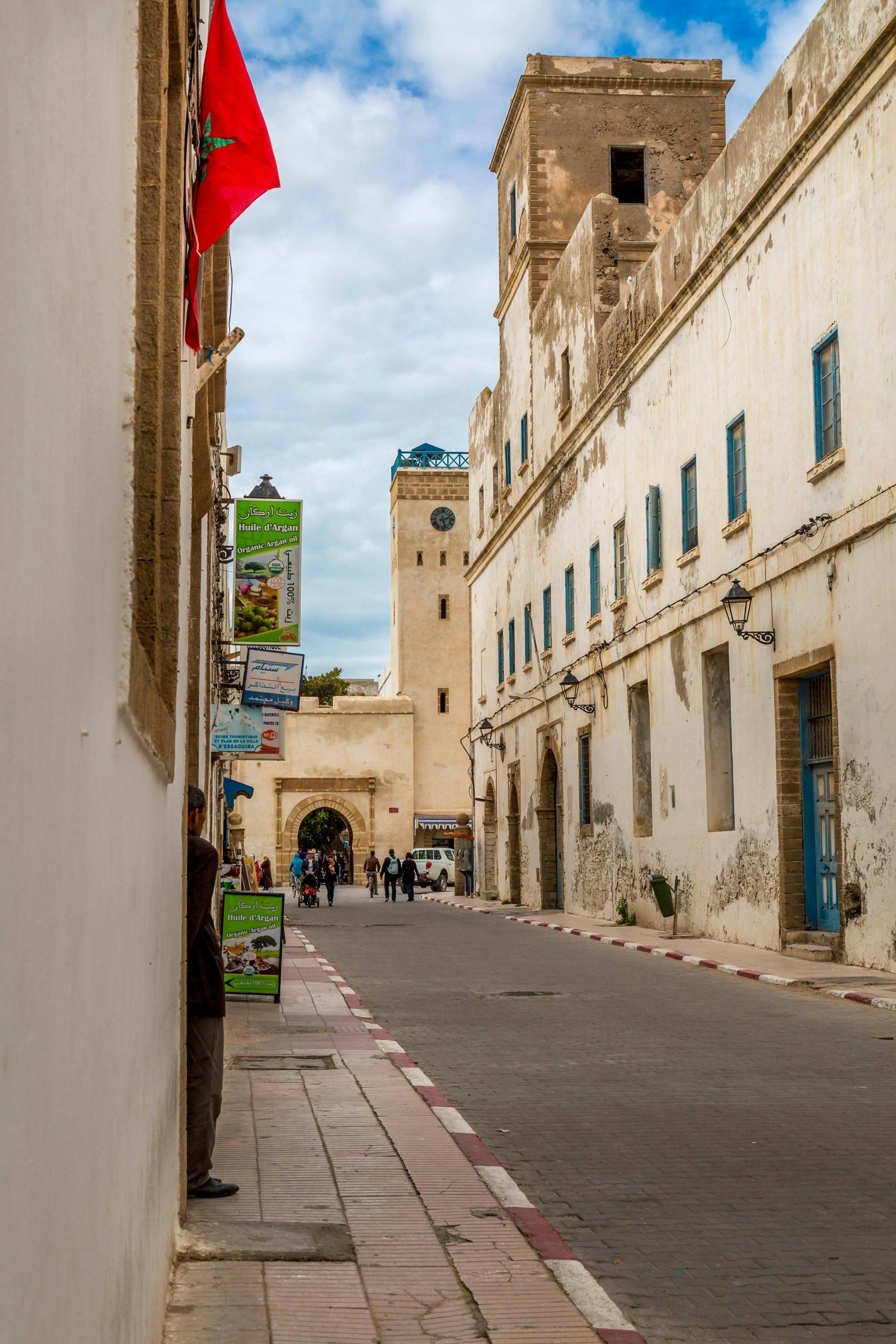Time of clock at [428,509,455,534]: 2:27
